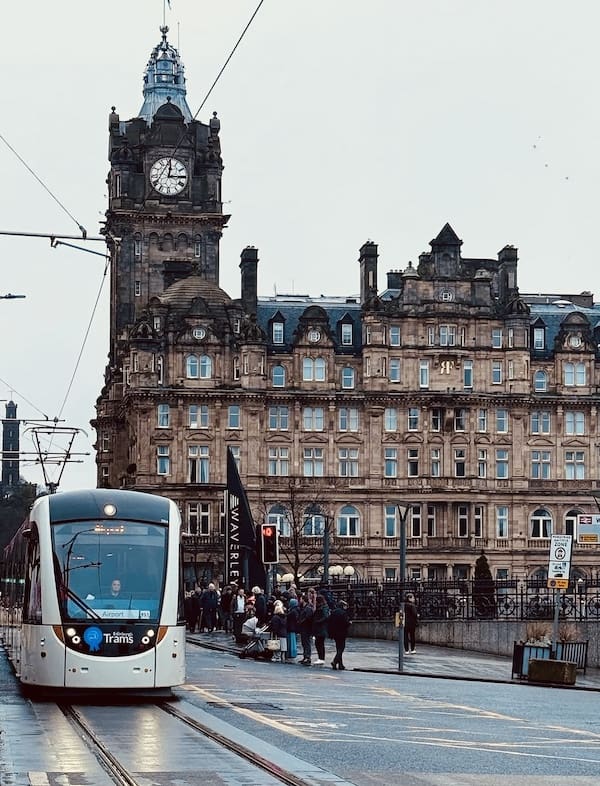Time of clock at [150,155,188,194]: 12:14
